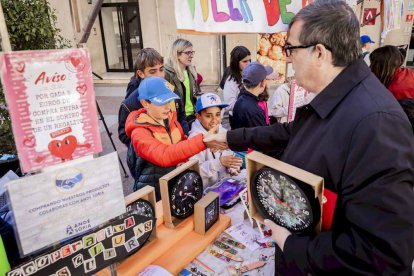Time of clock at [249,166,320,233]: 12:52
